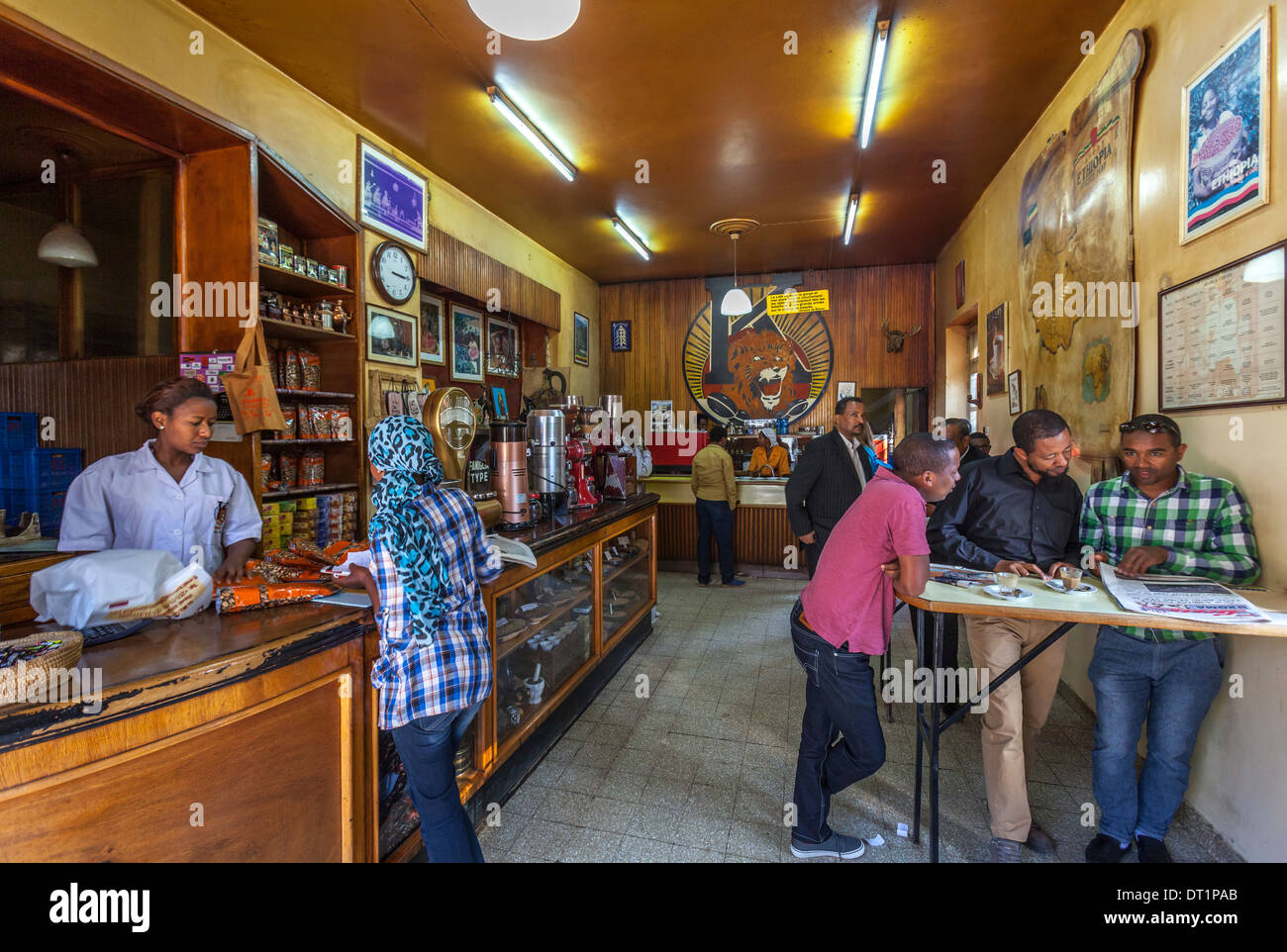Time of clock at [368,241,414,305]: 3:15
